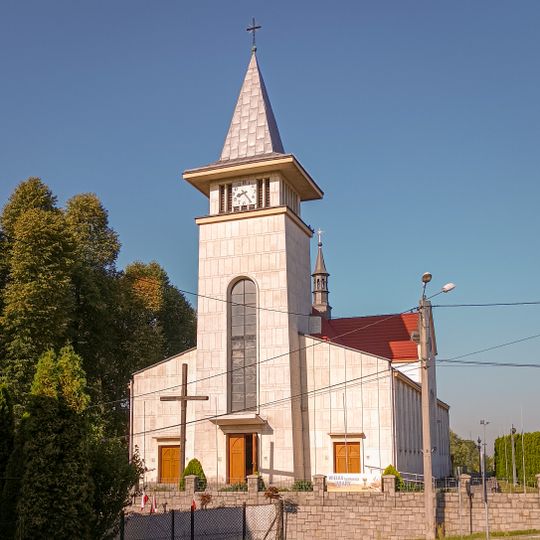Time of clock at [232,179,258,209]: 8:23
